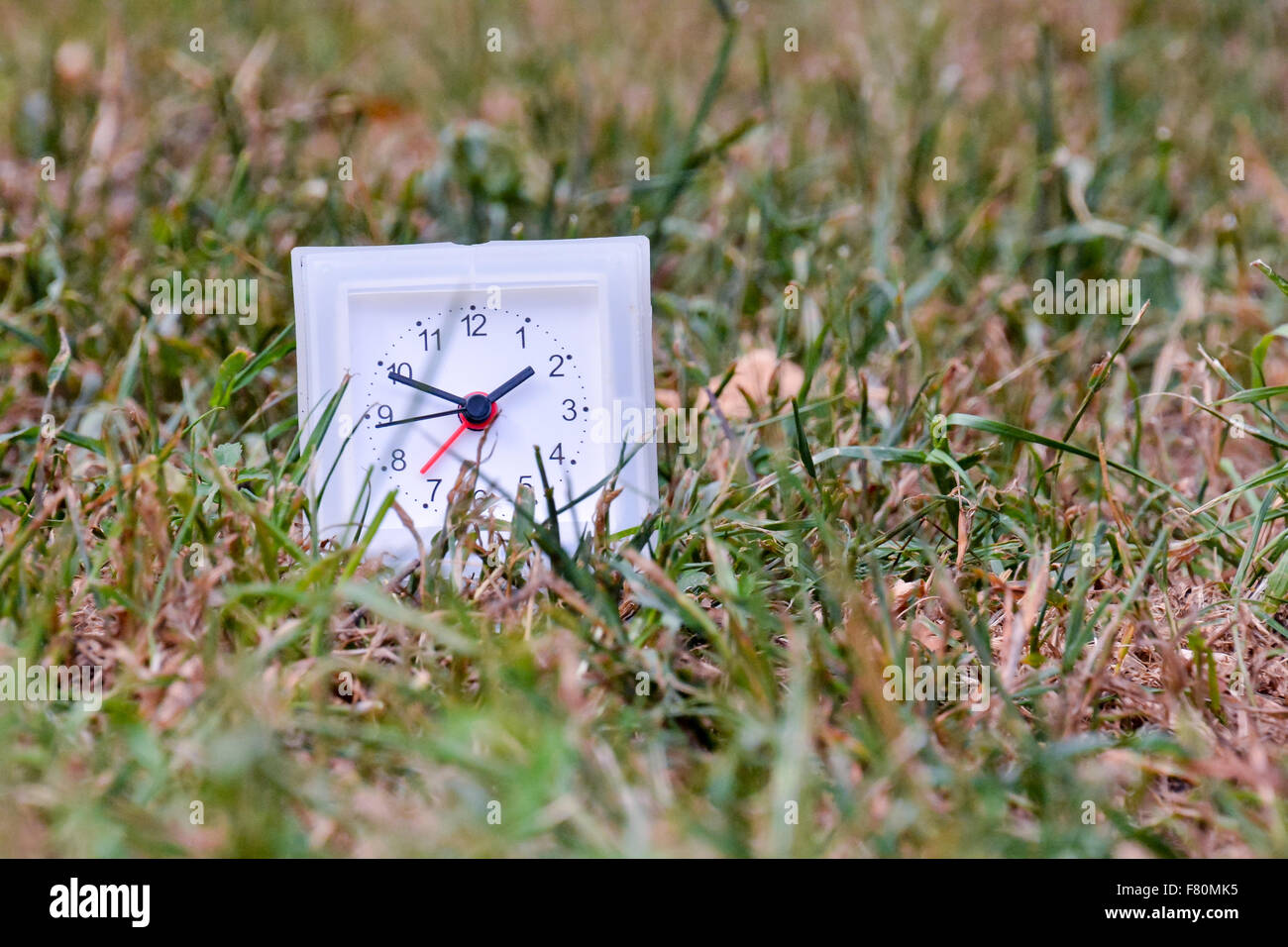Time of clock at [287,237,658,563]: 1:49
